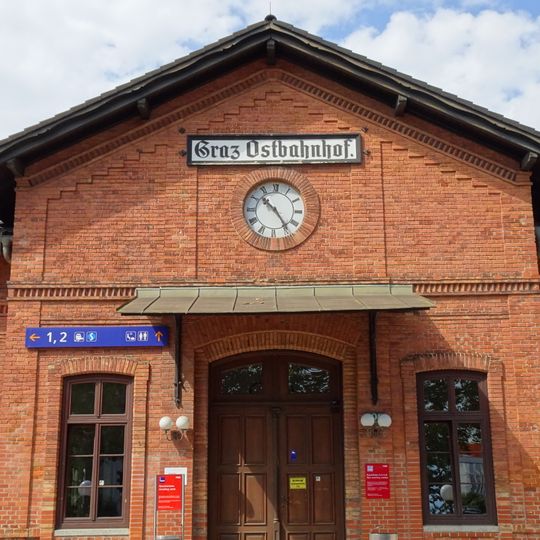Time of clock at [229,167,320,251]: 10:24
